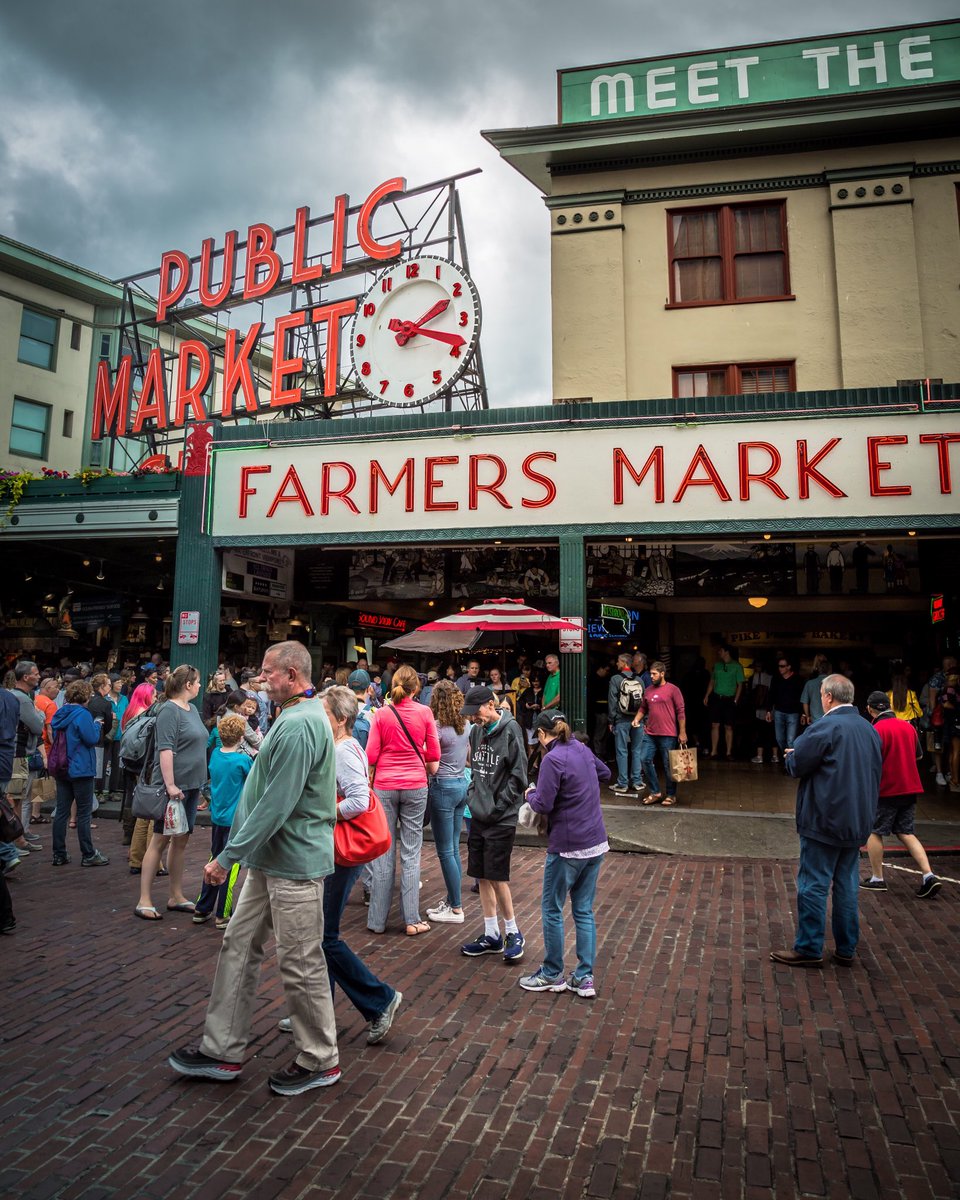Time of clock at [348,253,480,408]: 2:18
